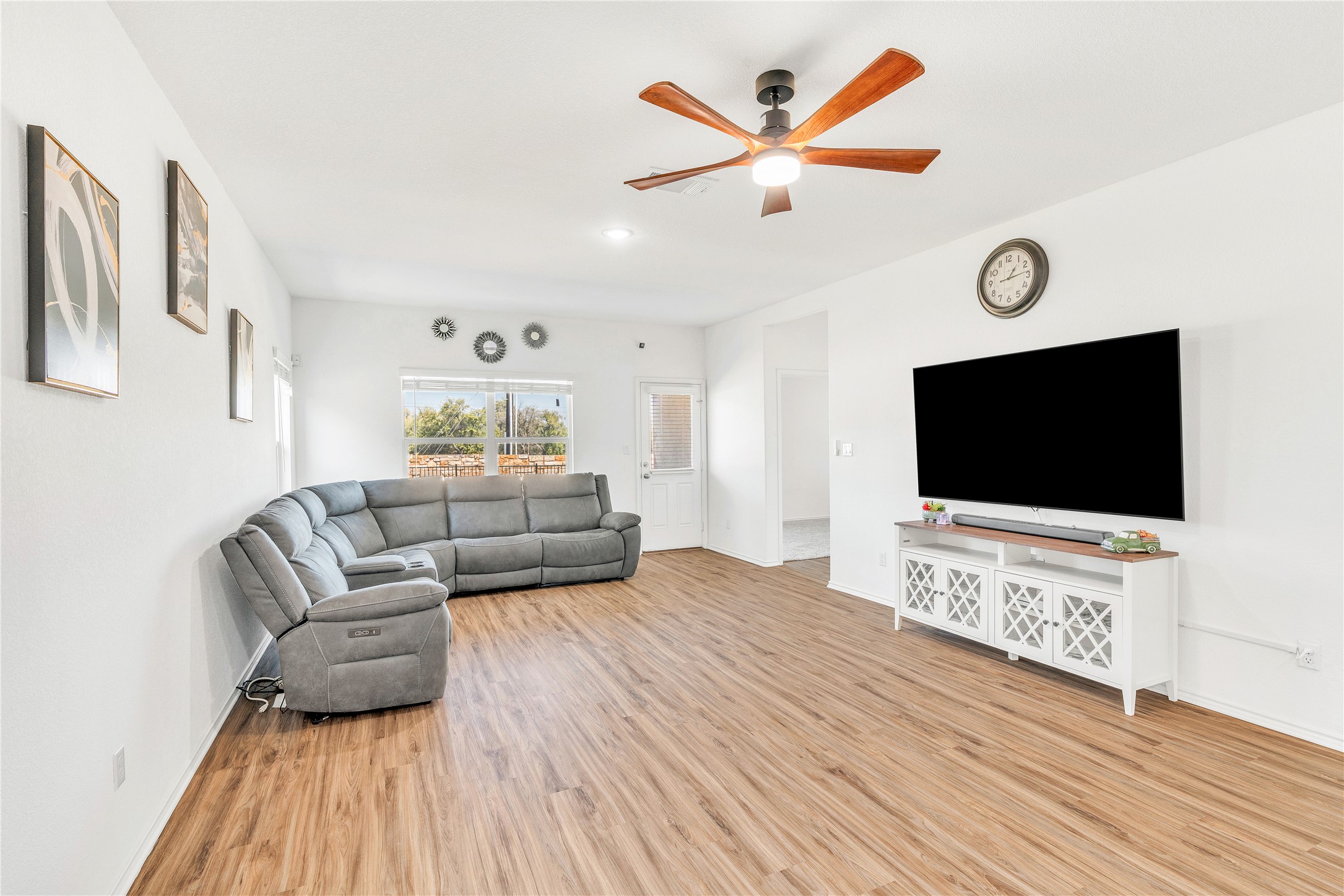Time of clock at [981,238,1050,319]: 1:13
